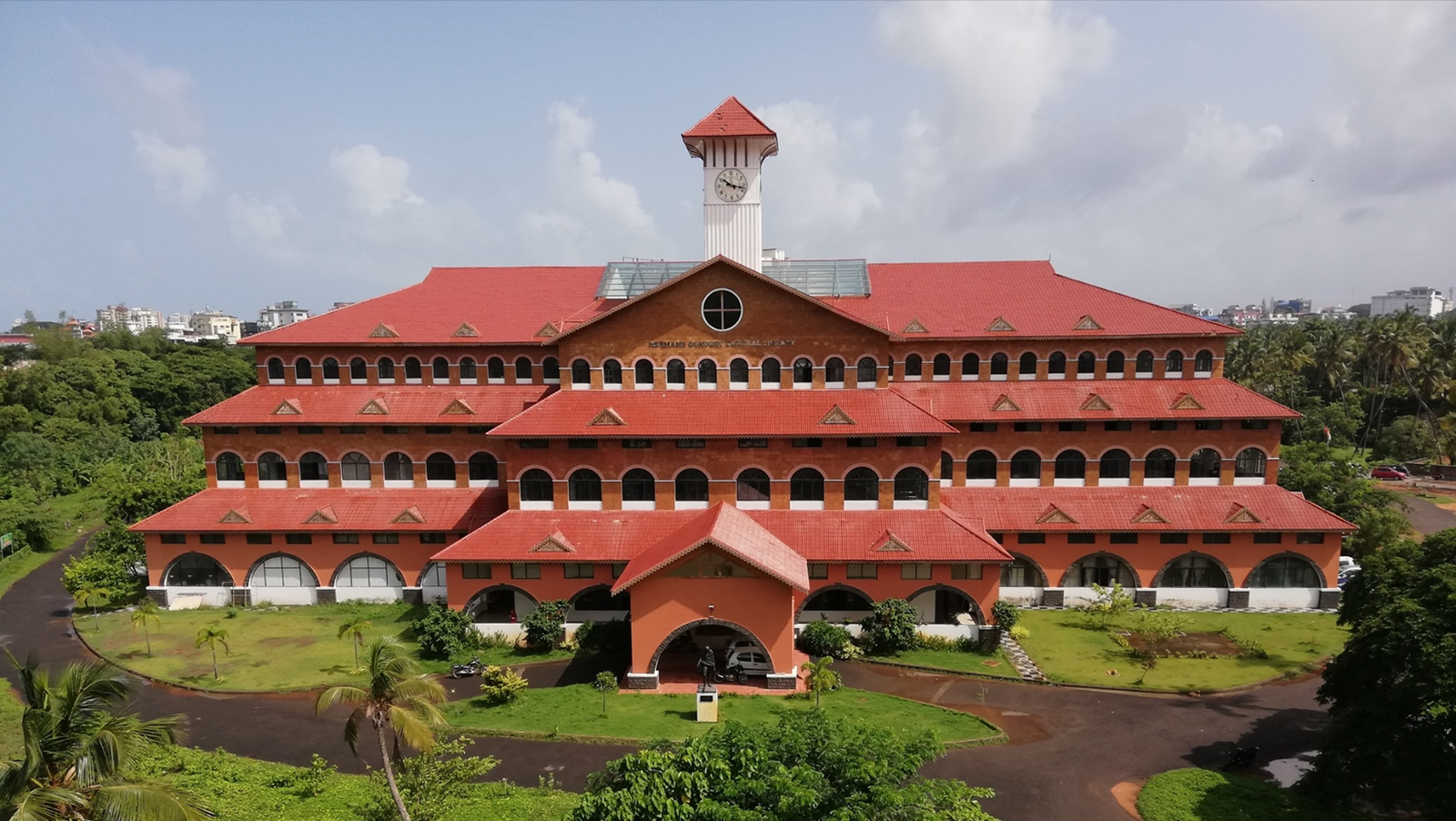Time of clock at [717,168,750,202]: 10:17
